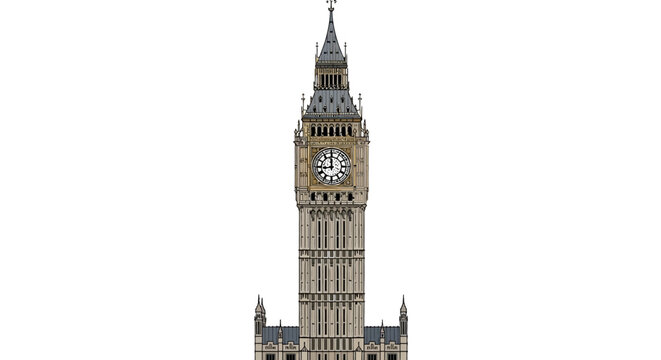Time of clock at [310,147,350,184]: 8:59
